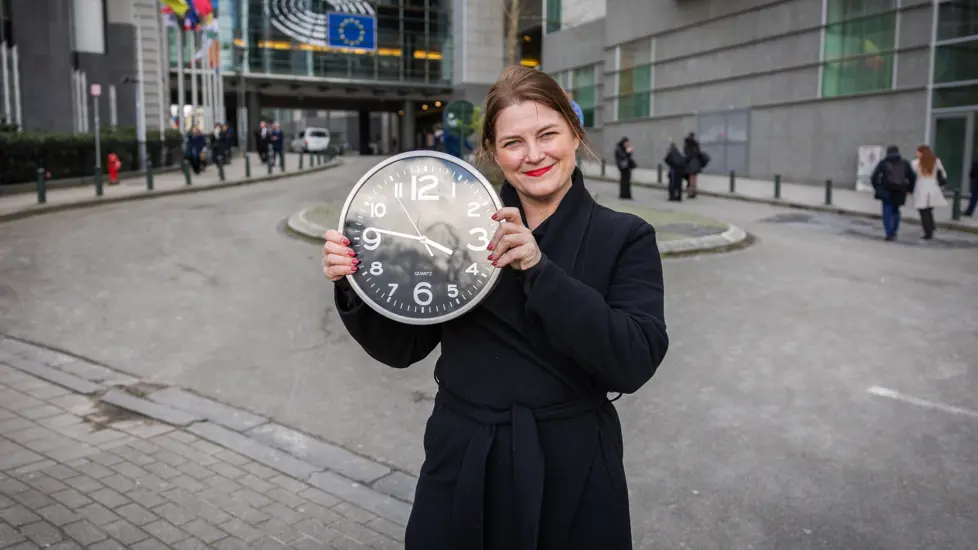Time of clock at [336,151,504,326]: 3:46
